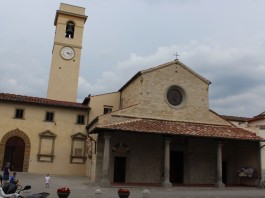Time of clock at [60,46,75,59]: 4:14
